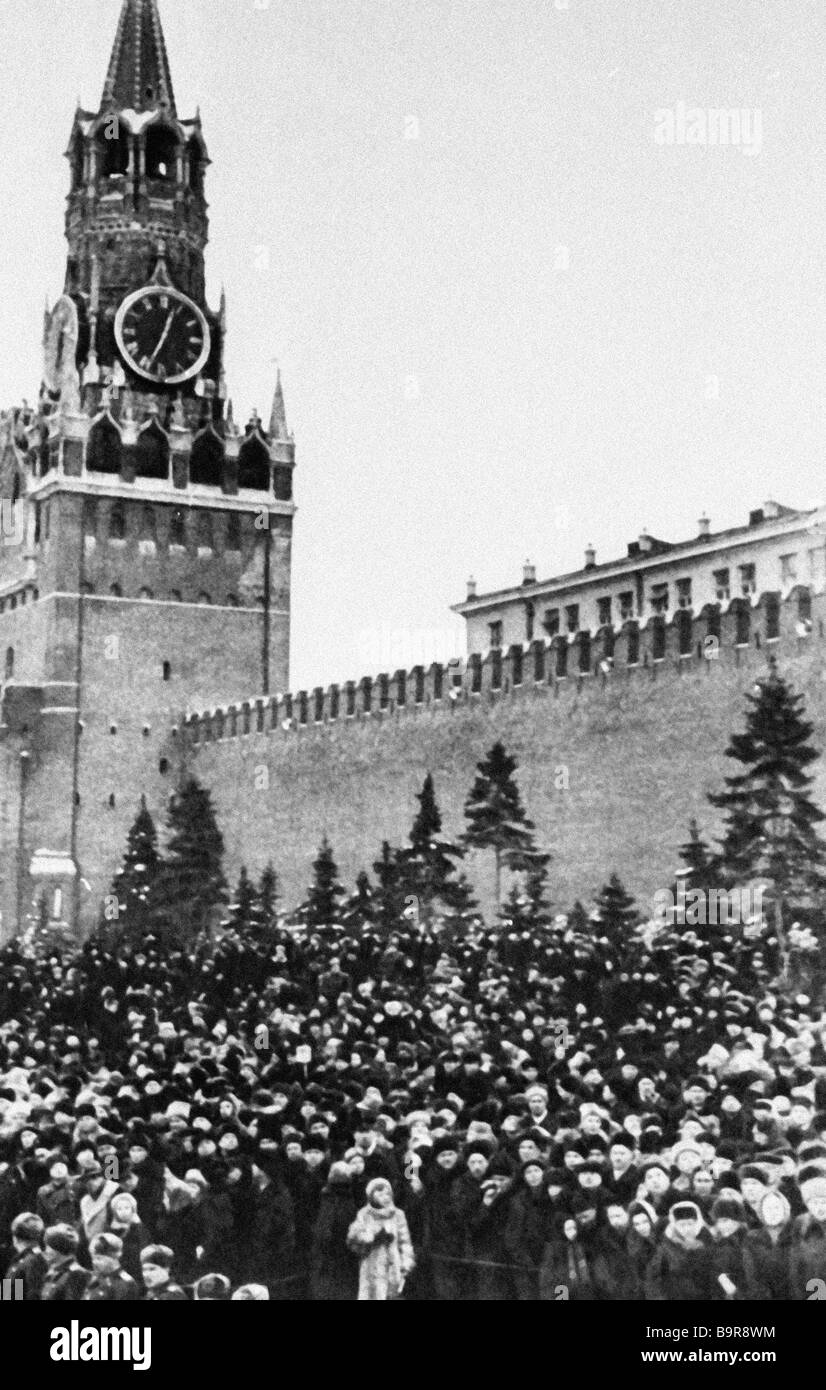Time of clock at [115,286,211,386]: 12:34
